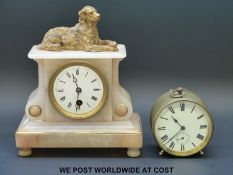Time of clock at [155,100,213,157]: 10:37
